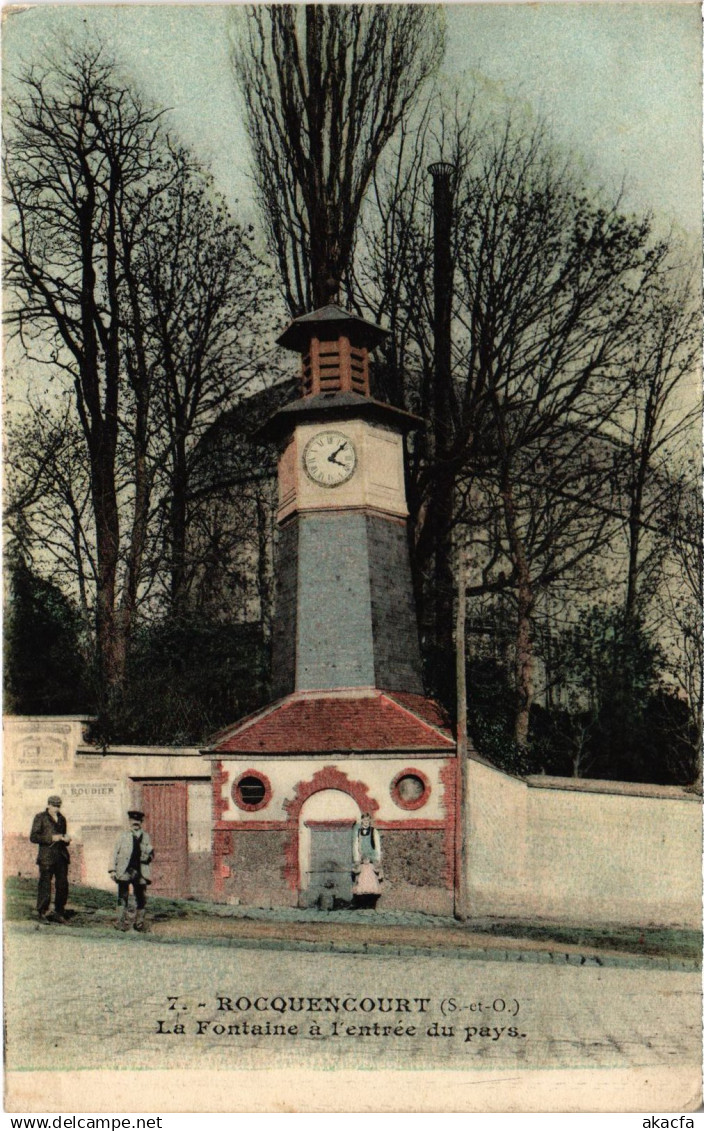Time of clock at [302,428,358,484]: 4:07
